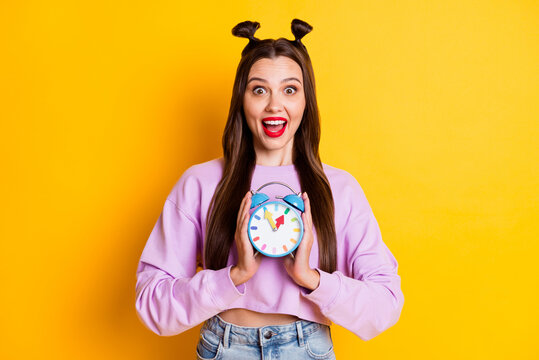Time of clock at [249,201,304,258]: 12:55
